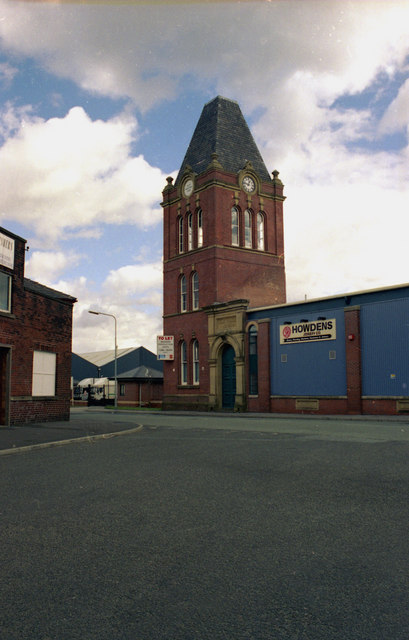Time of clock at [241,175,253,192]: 12:46
